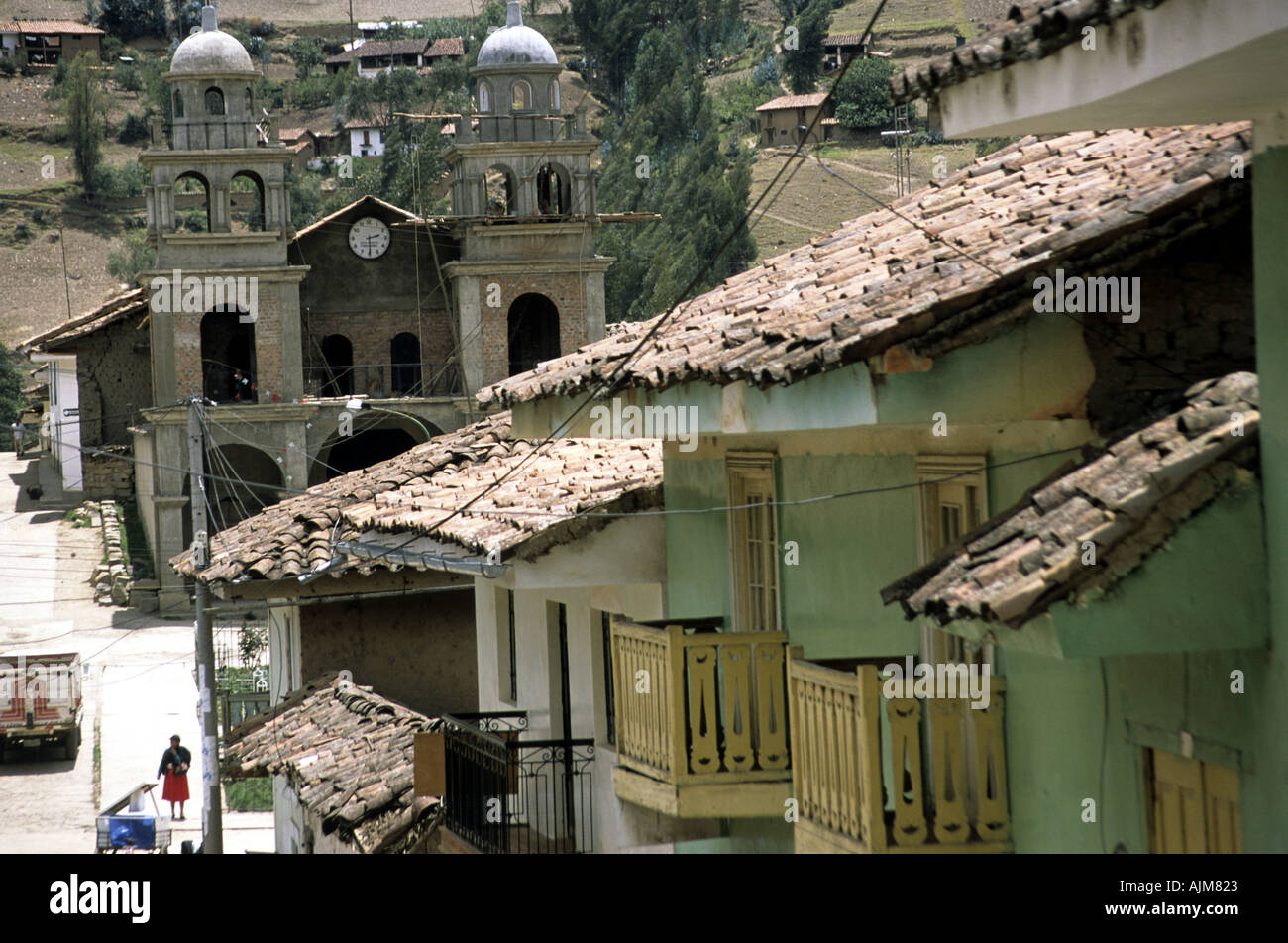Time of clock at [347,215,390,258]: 2:29
